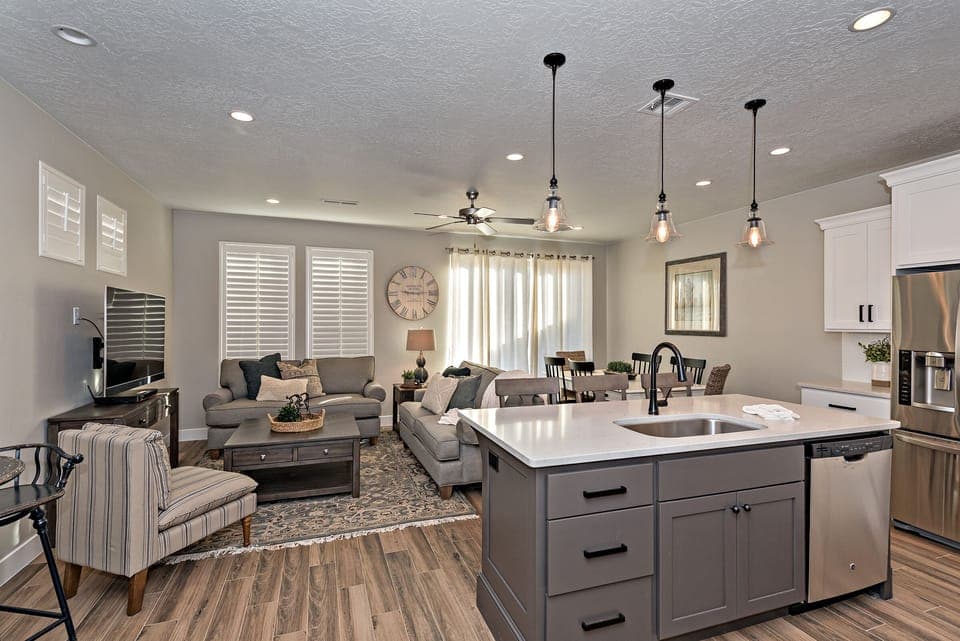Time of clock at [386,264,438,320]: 9:14
